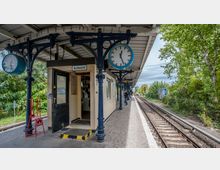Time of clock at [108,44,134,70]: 12:26
